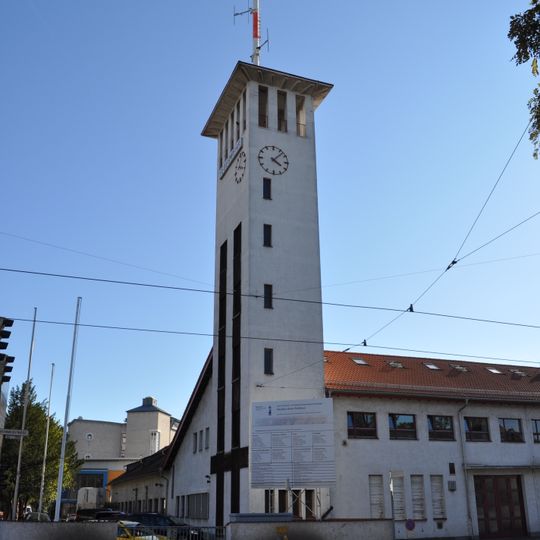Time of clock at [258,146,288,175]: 4:07
